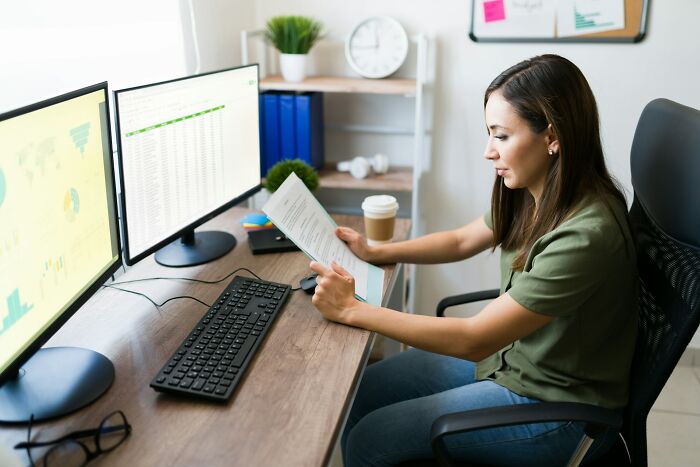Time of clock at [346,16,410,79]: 11:44
